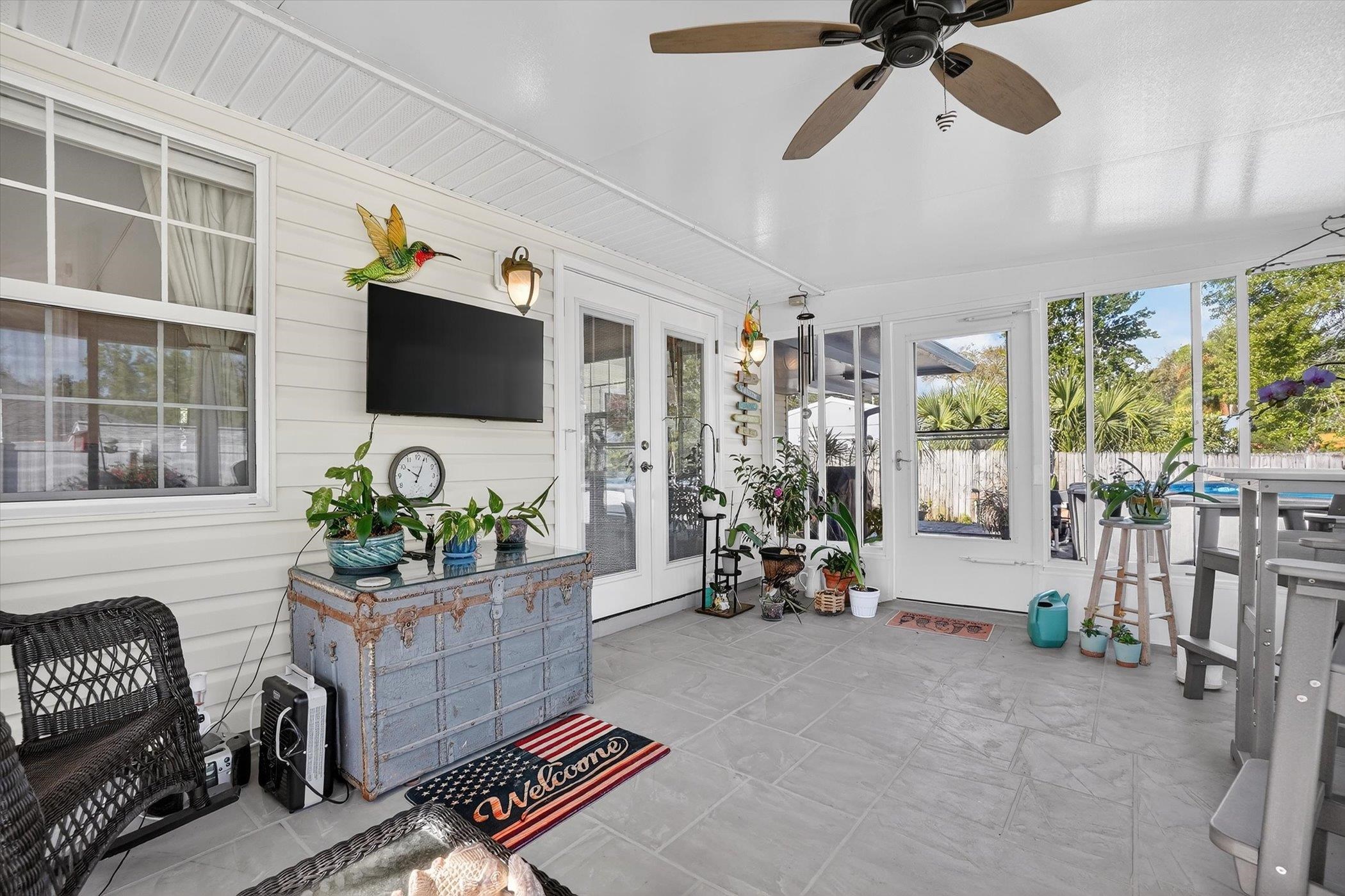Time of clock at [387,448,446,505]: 10:03
